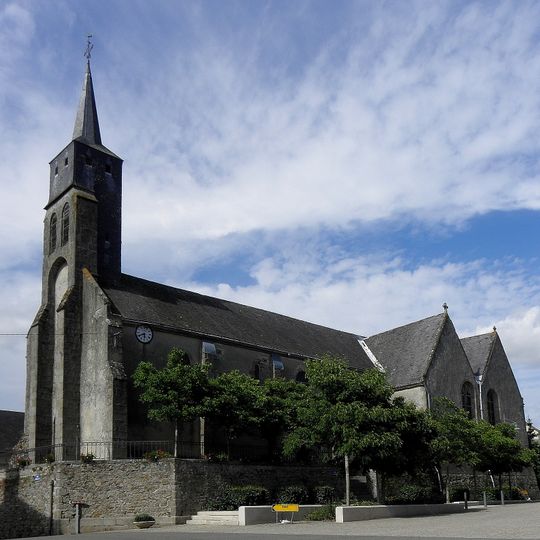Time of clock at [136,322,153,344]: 5:40
